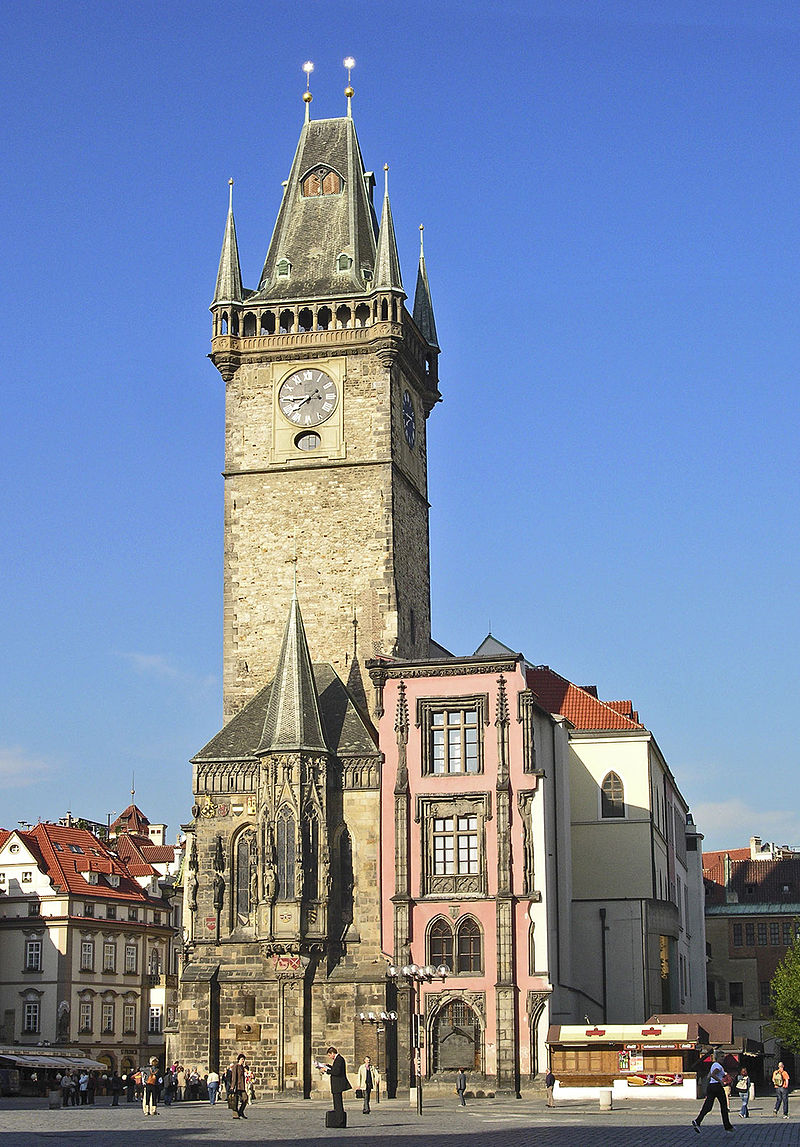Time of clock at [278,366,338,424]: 7:44
